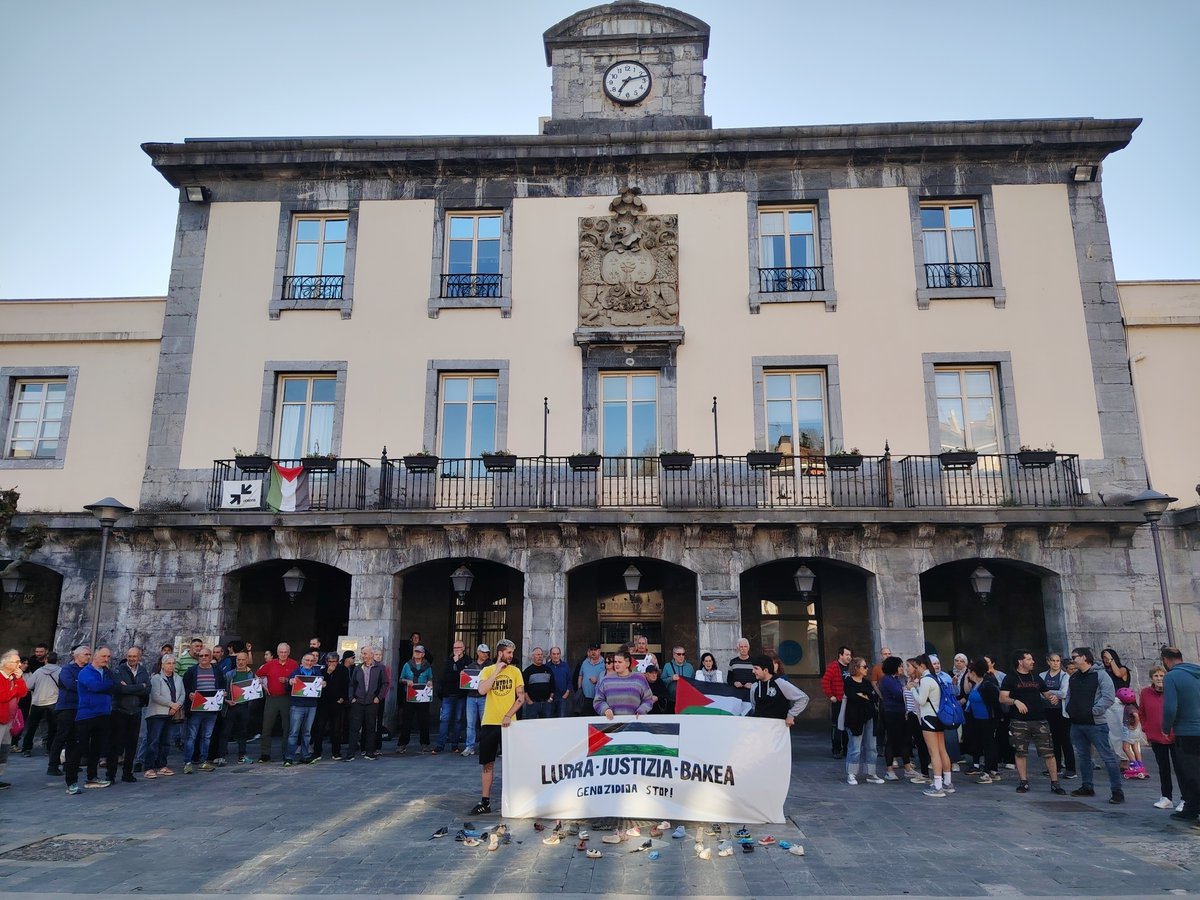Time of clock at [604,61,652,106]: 7:12
